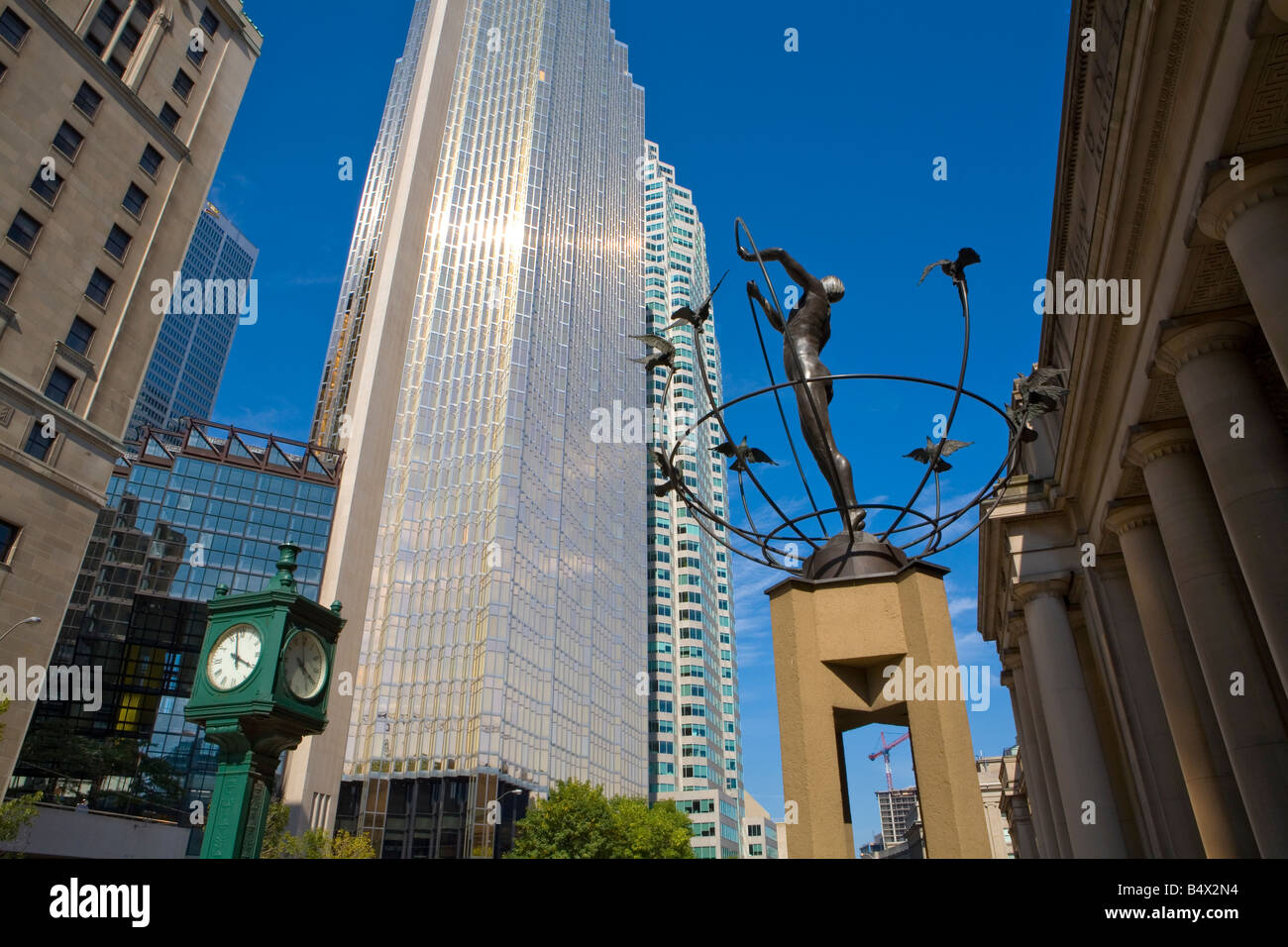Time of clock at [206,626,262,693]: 3:57
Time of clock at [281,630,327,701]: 3:58
